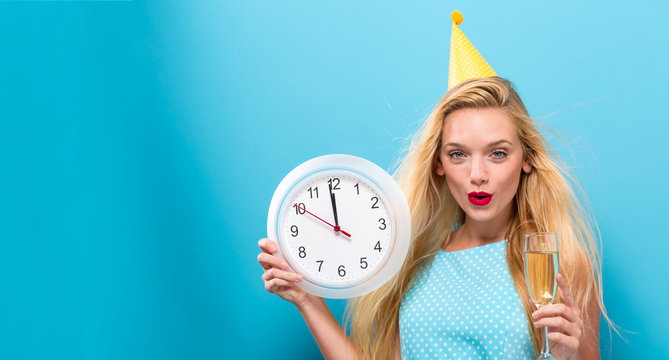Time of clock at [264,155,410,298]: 11:58
